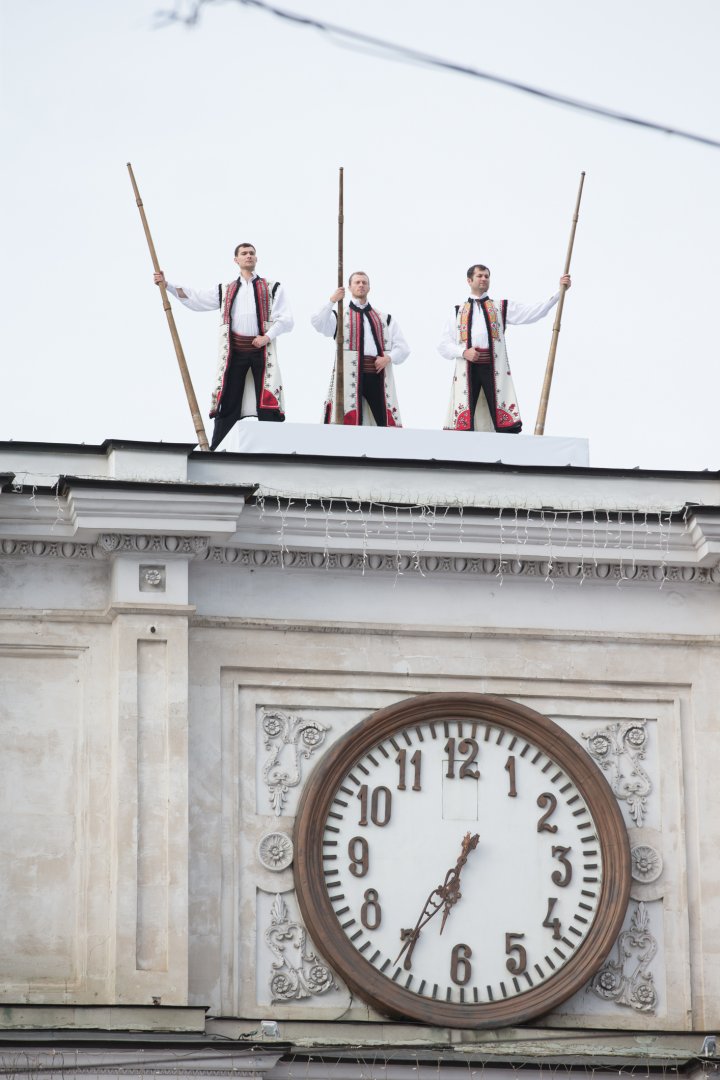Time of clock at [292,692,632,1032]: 6:35
